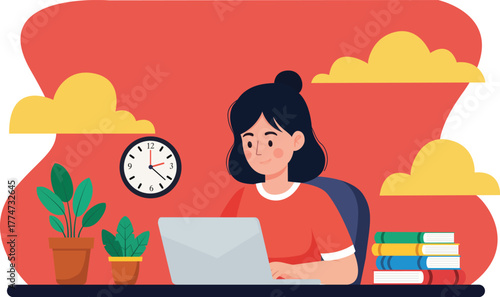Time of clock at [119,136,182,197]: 2:21
